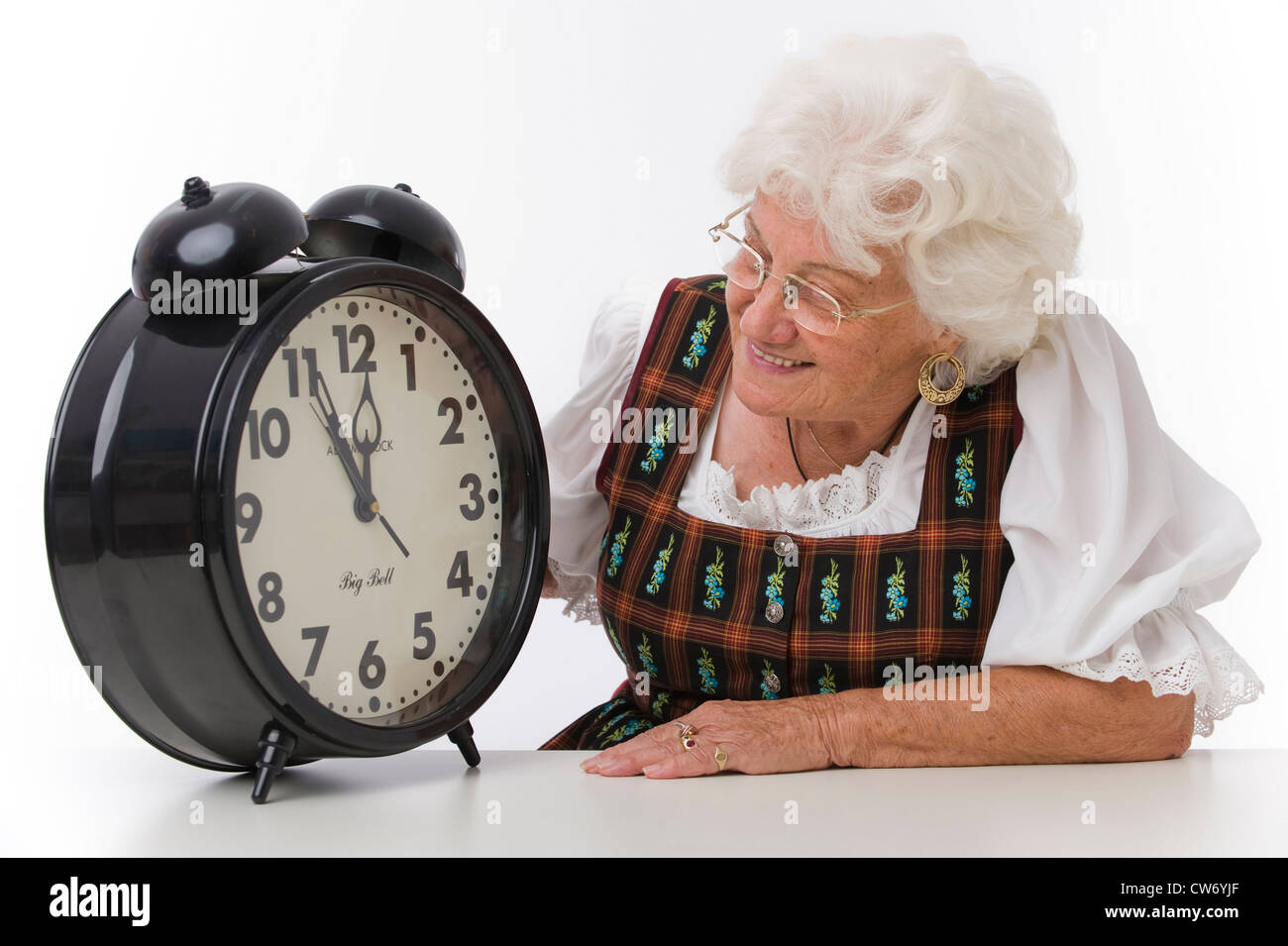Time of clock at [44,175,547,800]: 11:55
